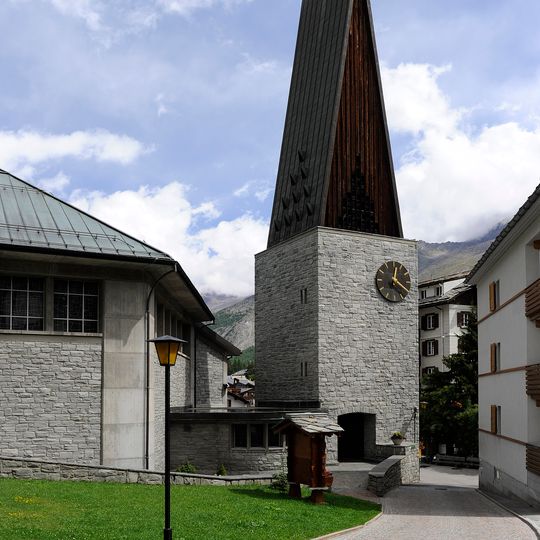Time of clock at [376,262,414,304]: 12:21
